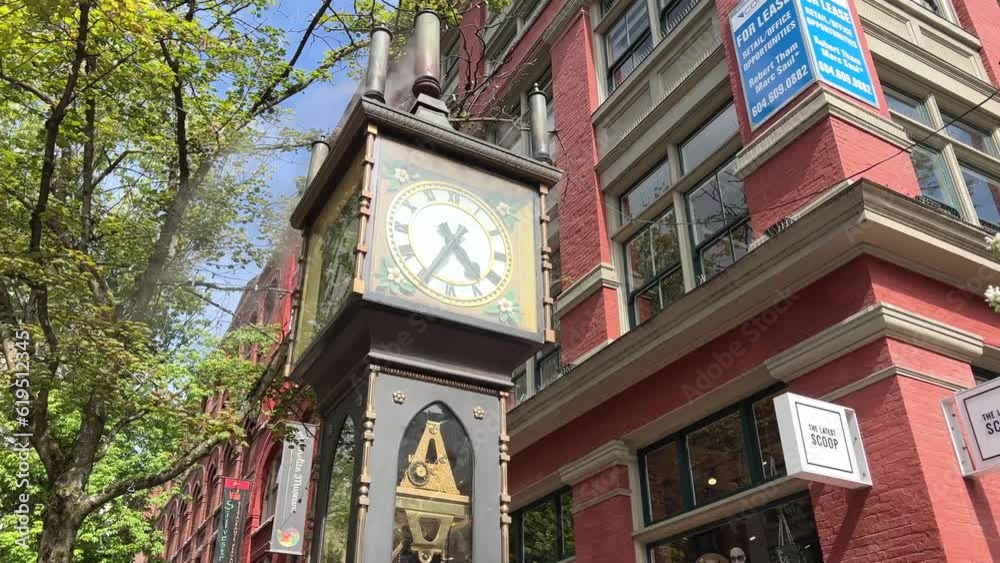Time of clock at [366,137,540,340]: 4:34
